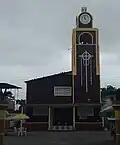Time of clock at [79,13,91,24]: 4:57
